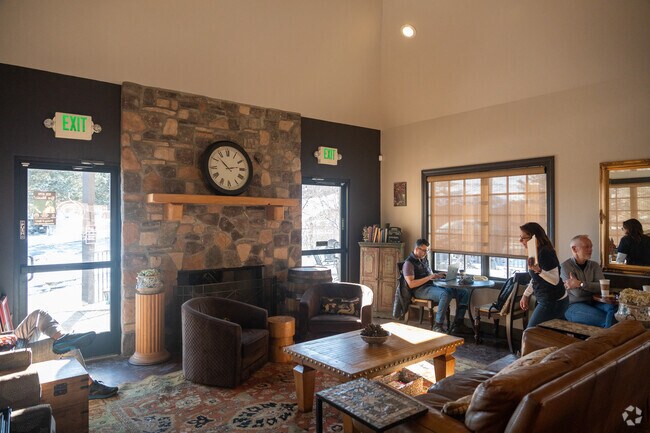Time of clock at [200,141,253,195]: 2:52
